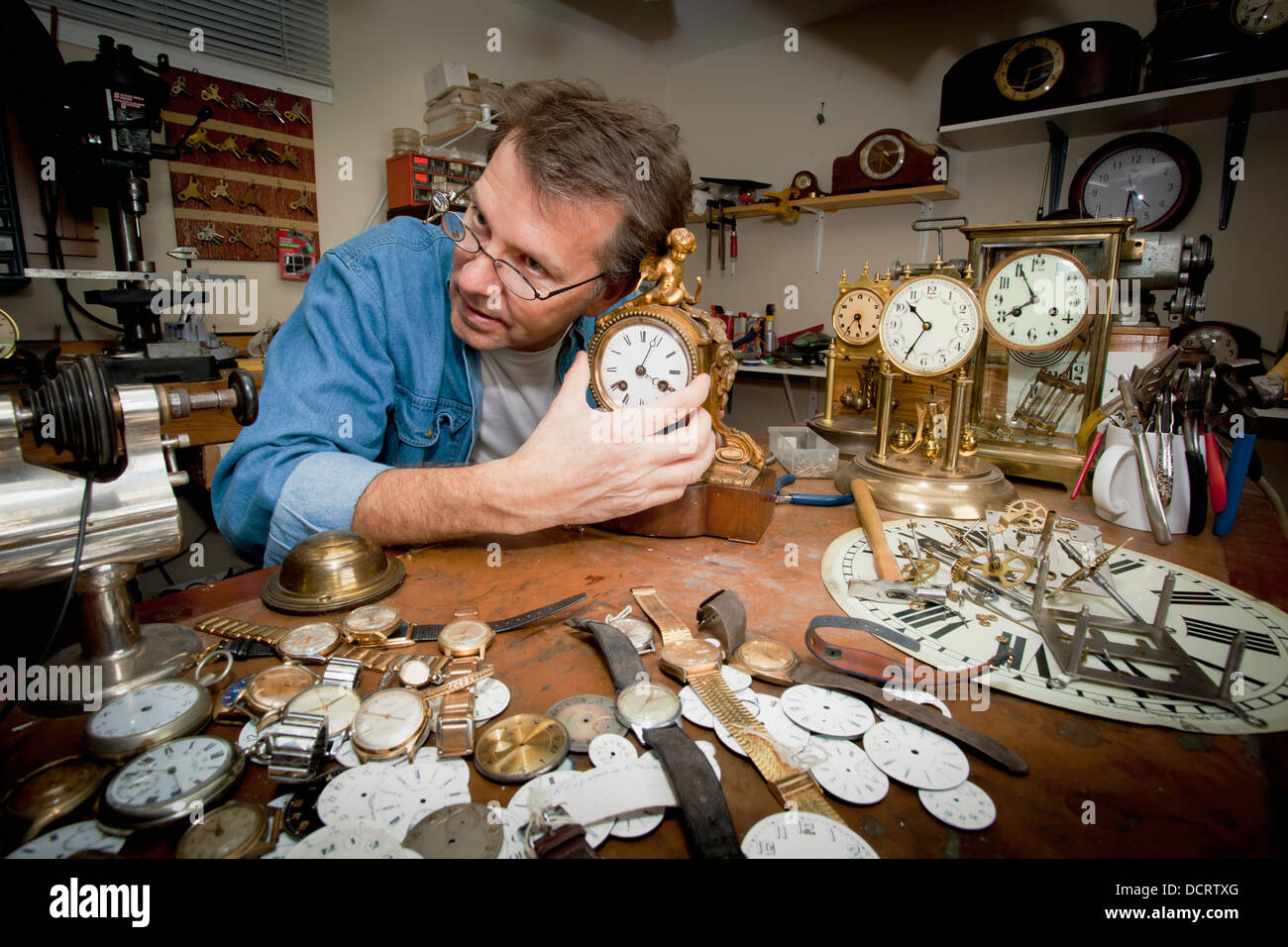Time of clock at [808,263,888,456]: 10:34
